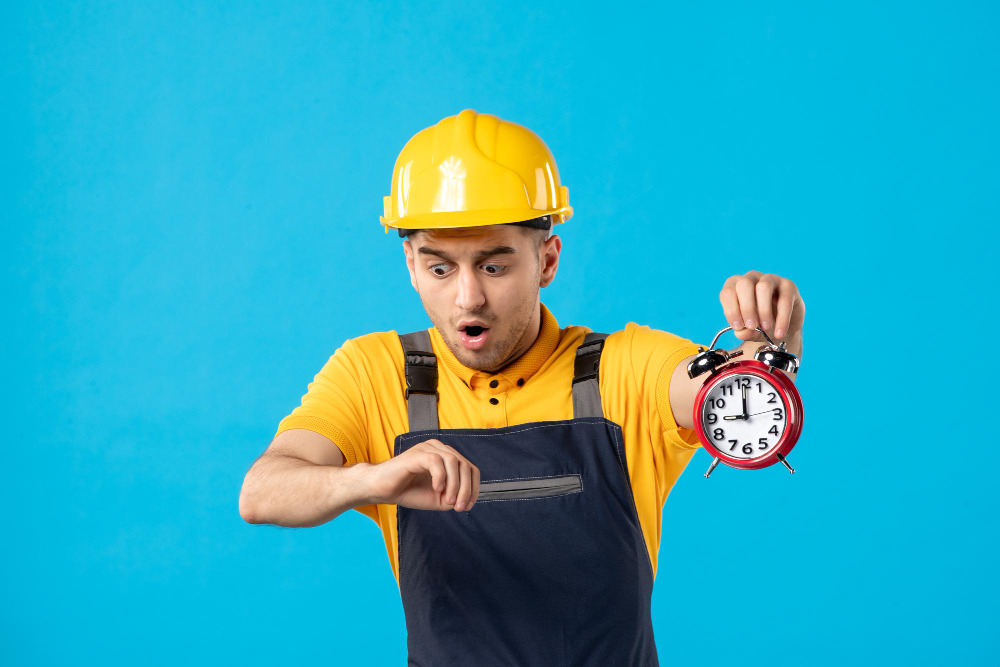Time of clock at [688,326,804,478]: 9:00
